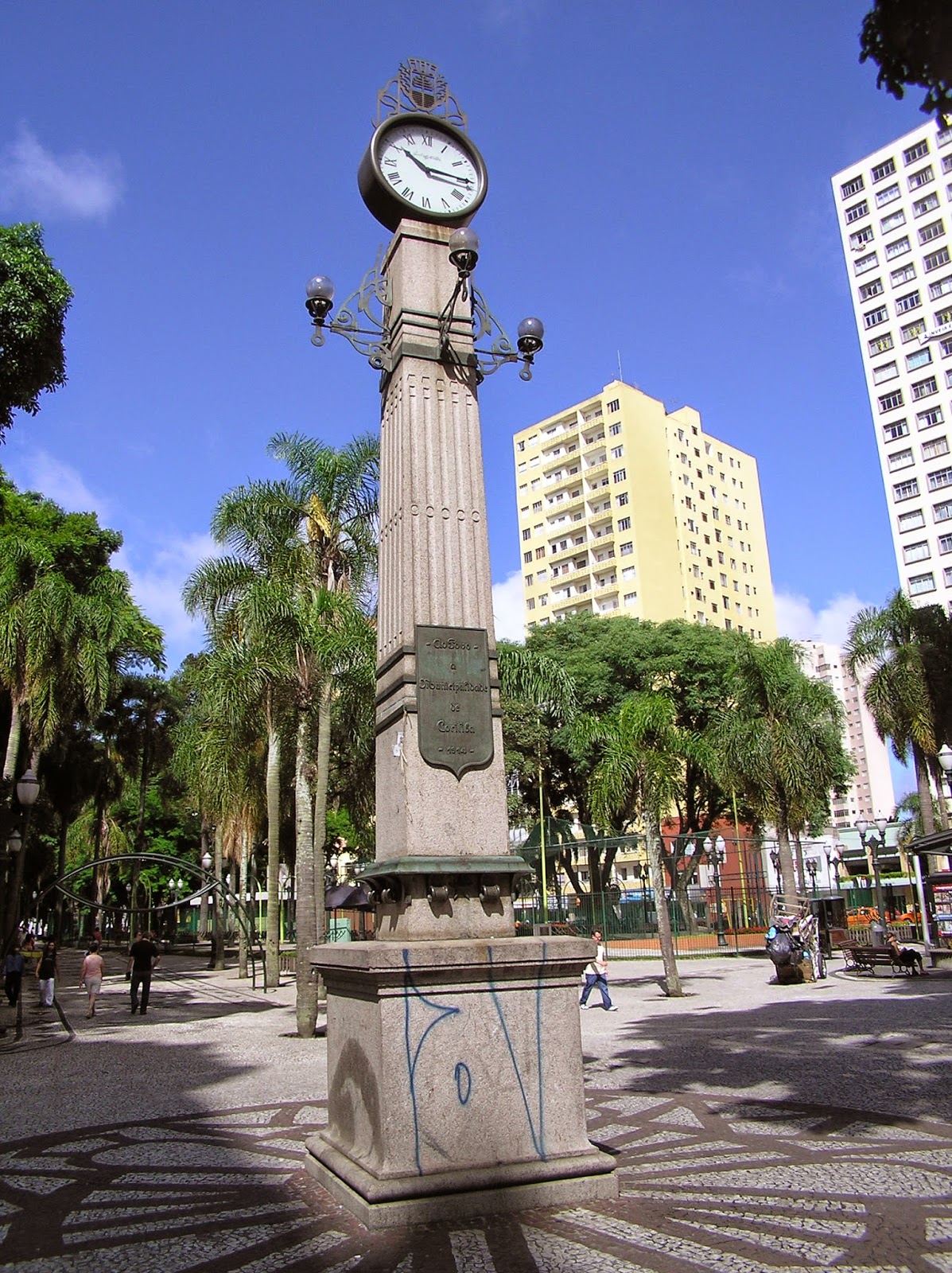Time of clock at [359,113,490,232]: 10:14
